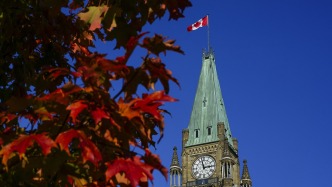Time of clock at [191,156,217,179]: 2:58
